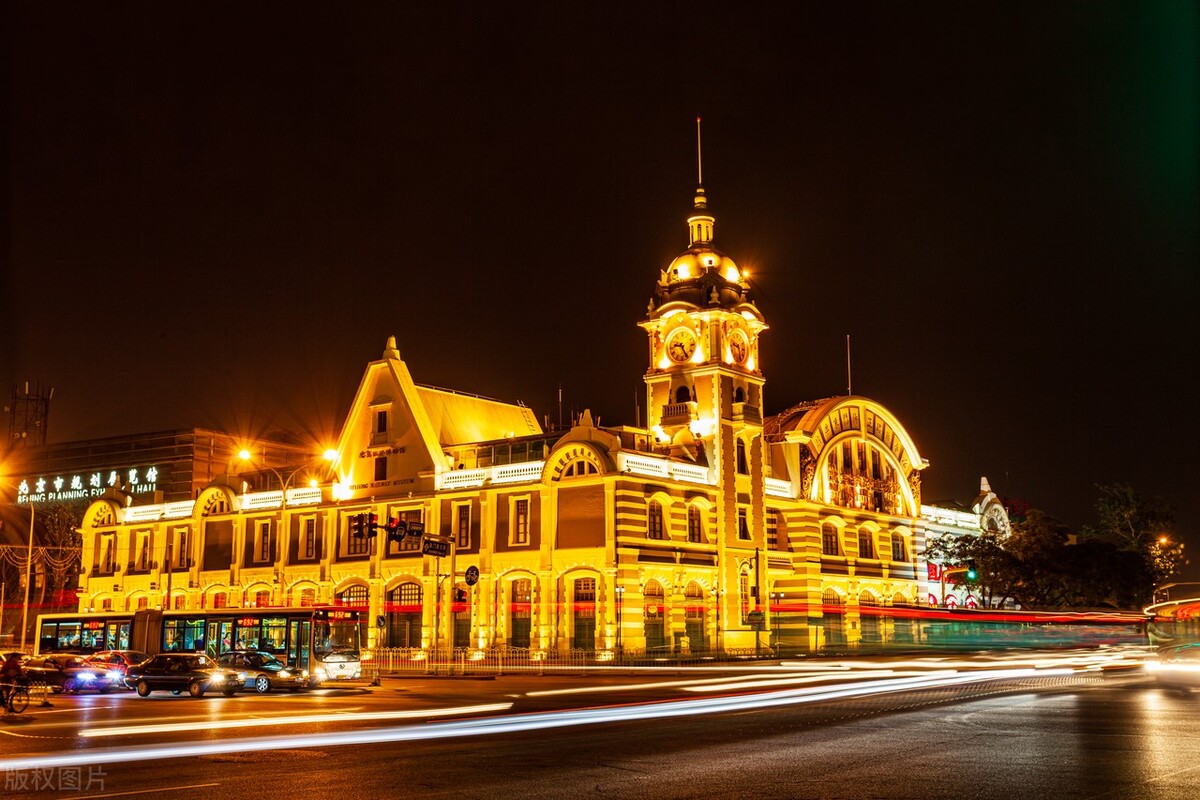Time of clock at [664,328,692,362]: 9:25
